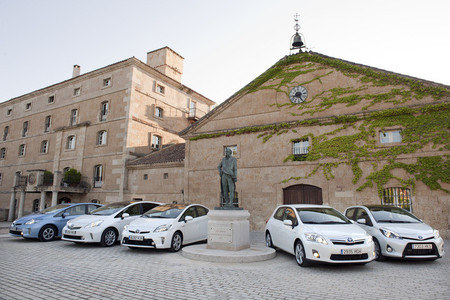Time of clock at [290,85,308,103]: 8:25
